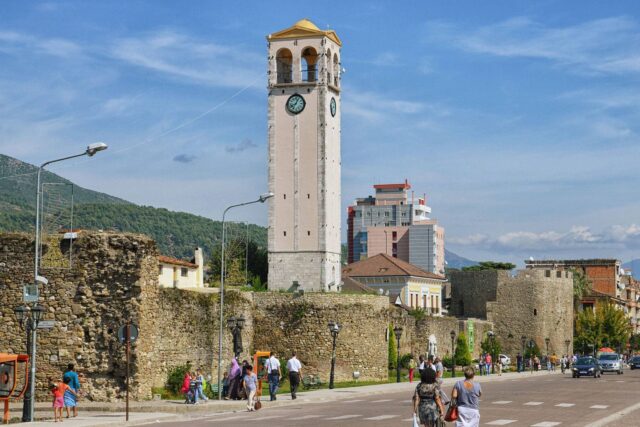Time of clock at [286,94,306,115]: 8:04
